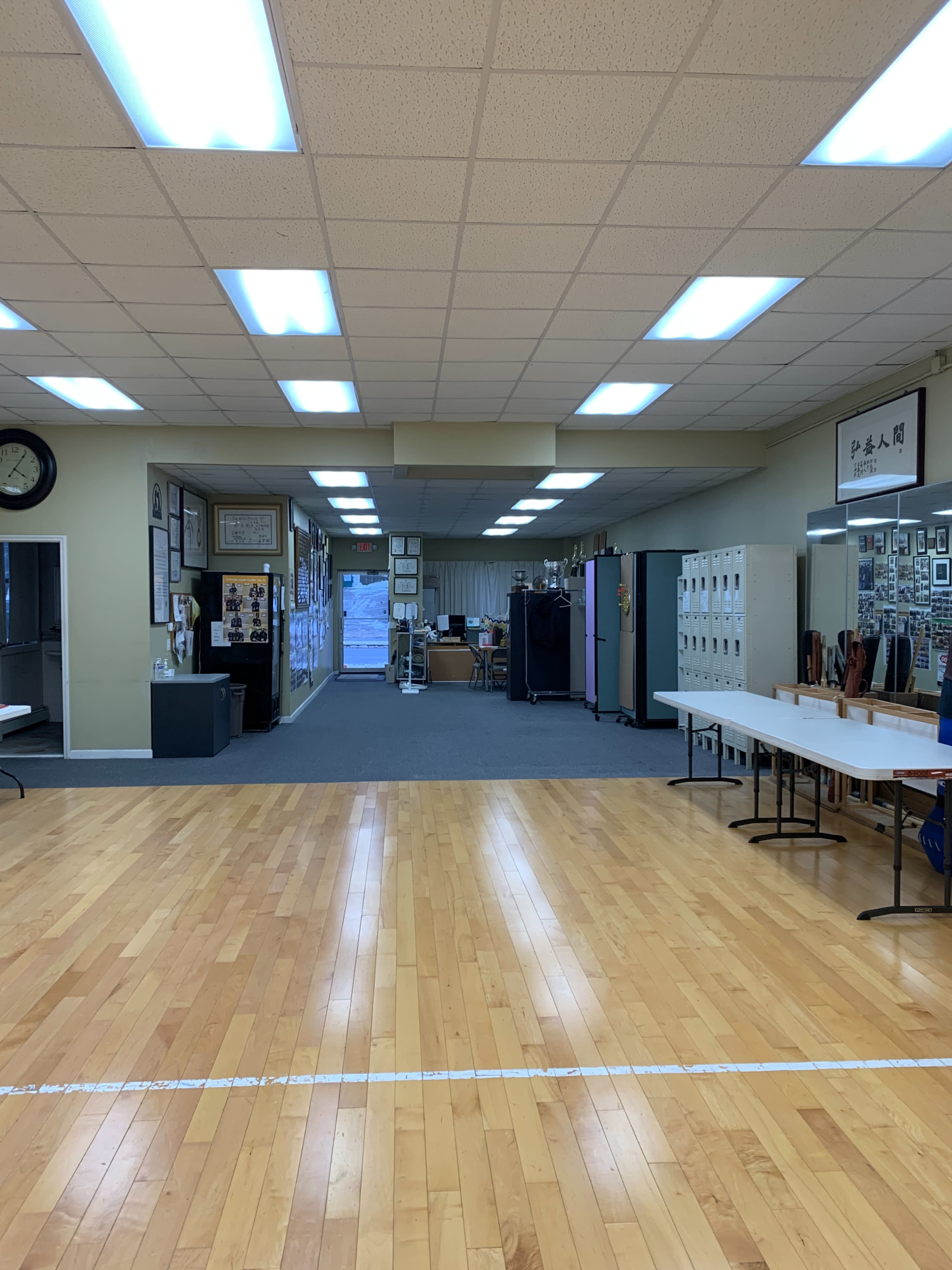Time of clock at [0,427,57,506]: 4:05
